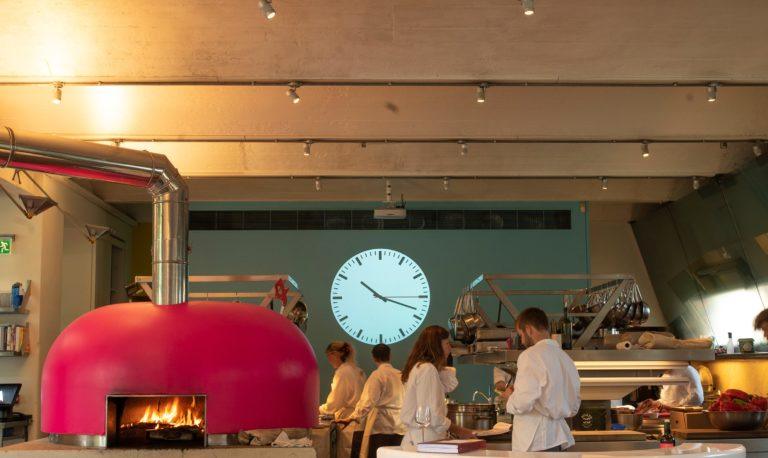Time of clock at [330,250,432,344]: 10:18
